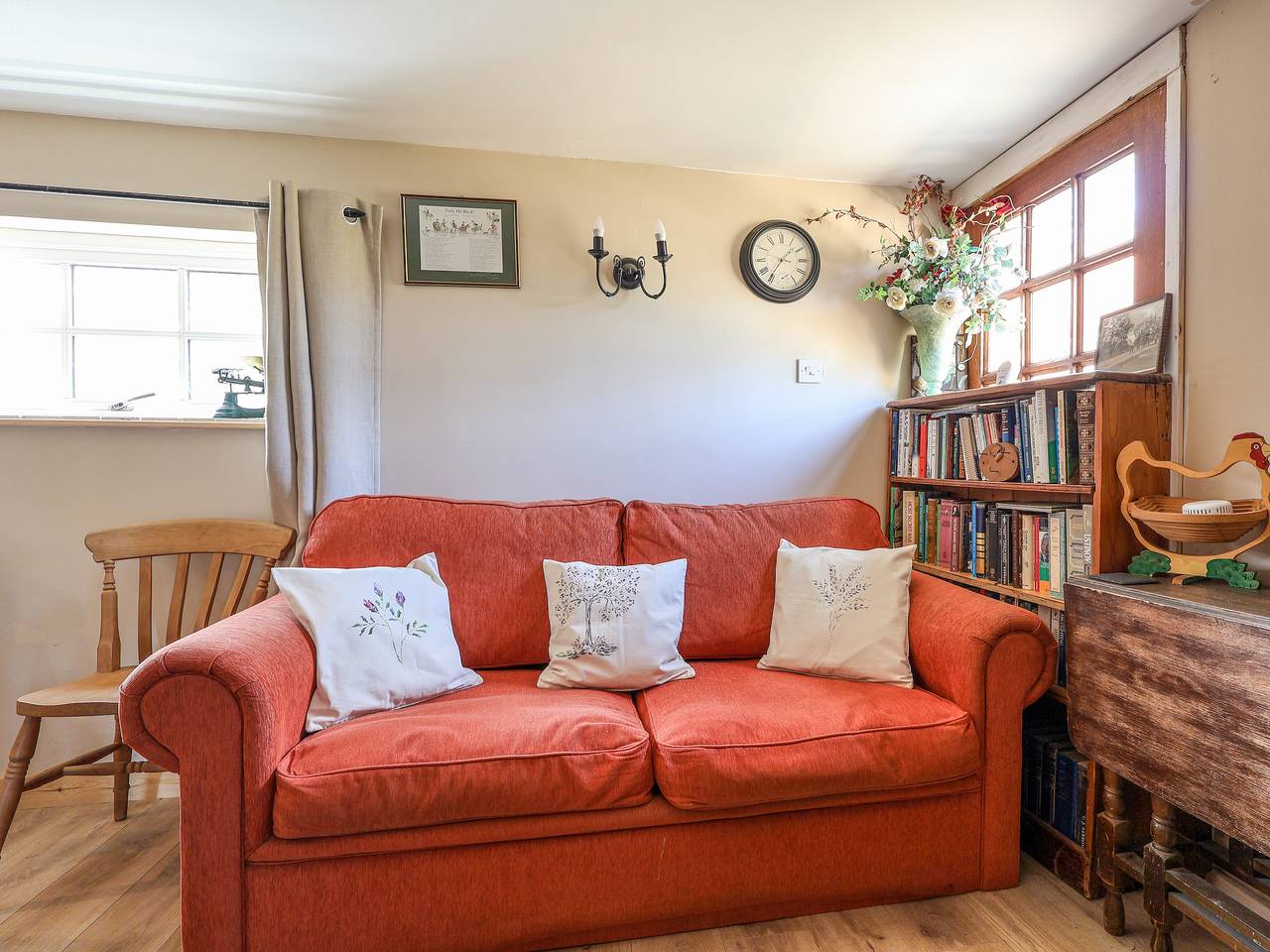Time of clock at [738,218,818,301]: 1:35
